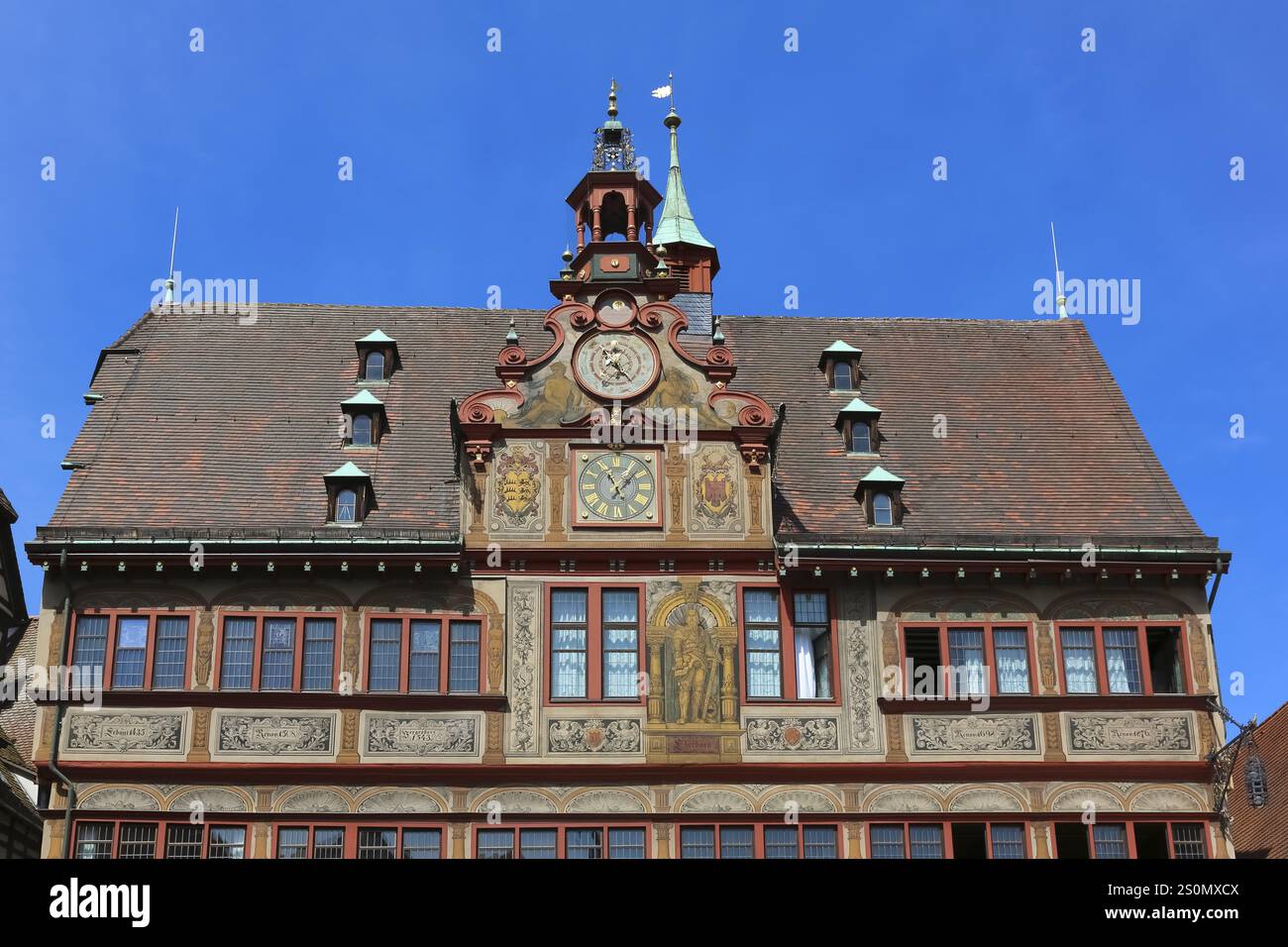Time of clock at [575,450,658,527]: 11:07
